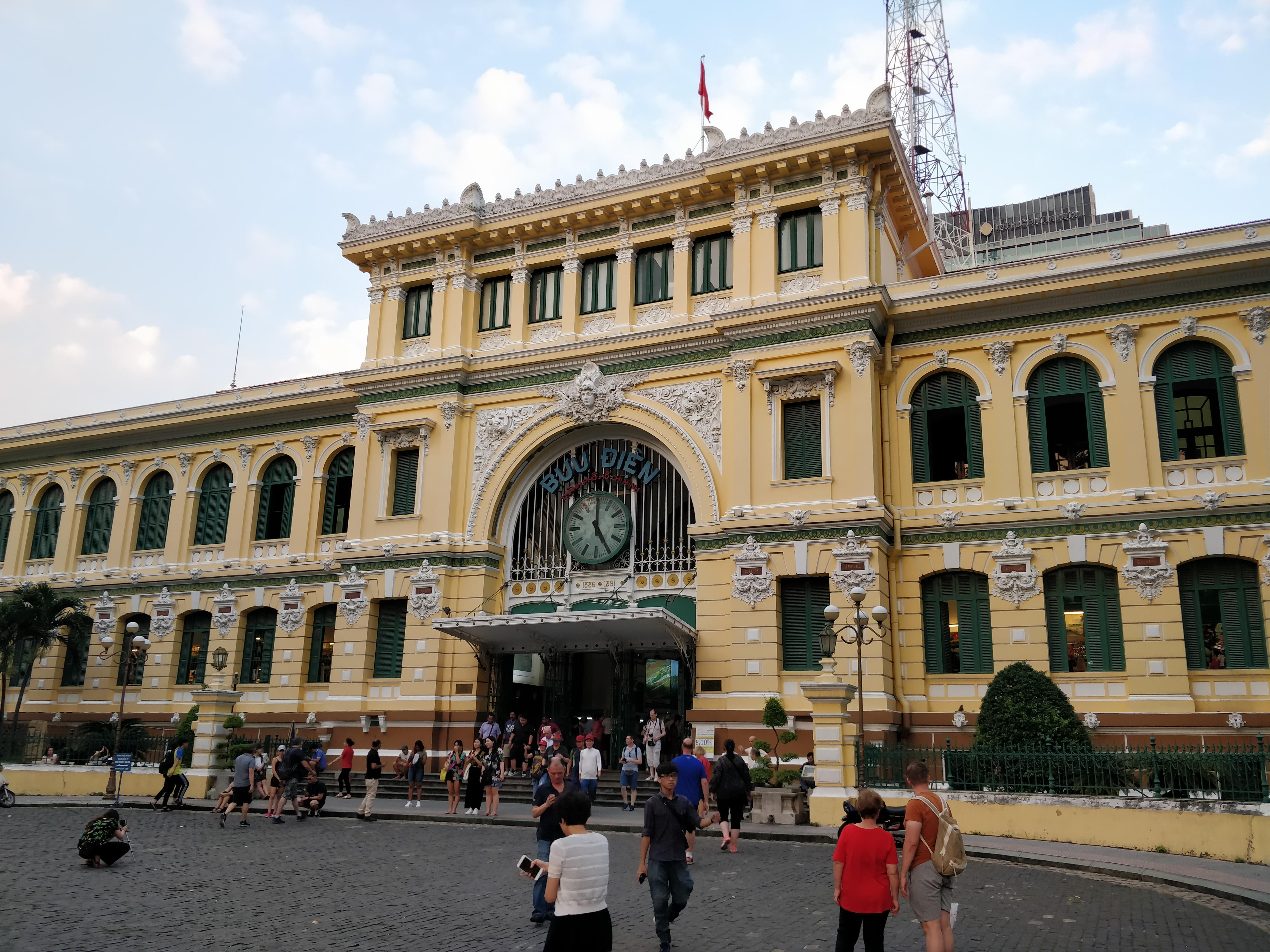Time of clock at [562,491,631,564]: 5:00
